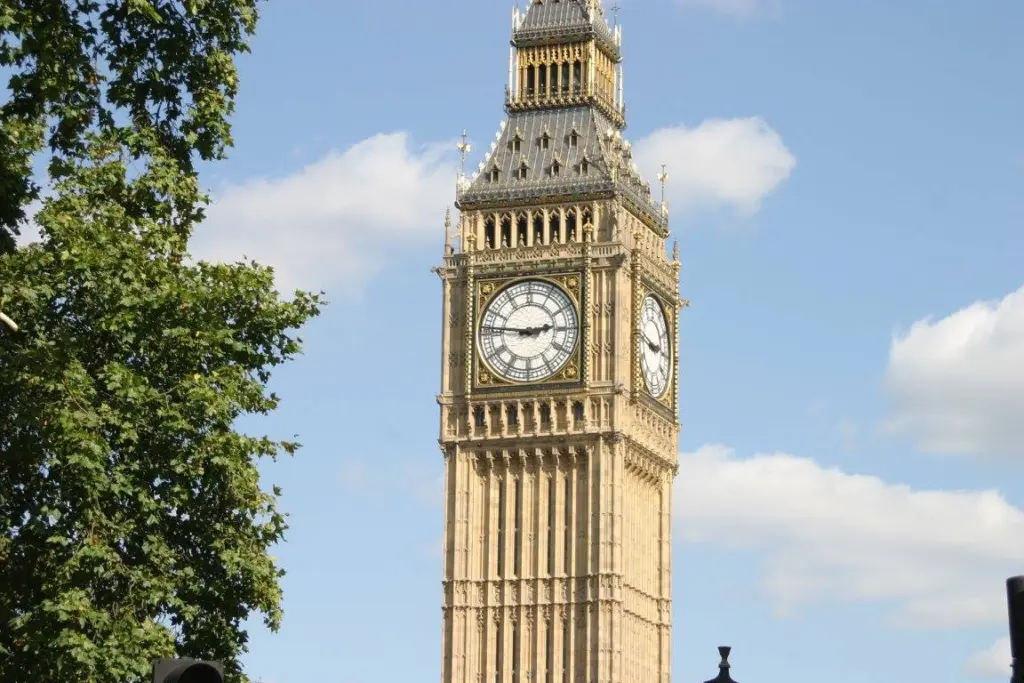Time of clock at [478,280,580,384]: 2:46
